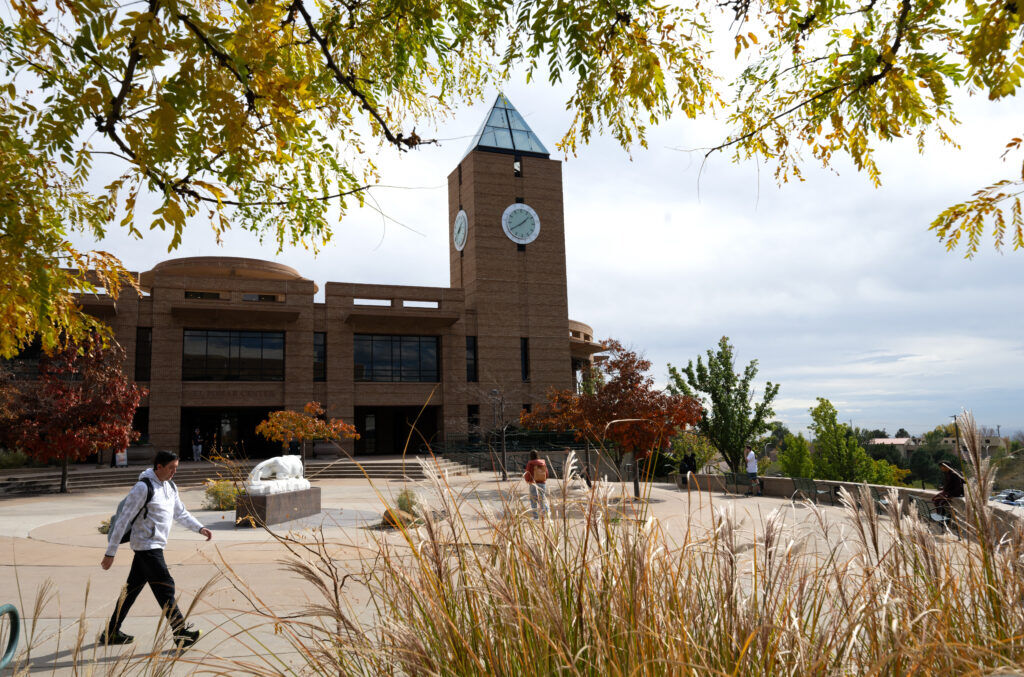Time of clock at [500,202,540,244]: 1:40
